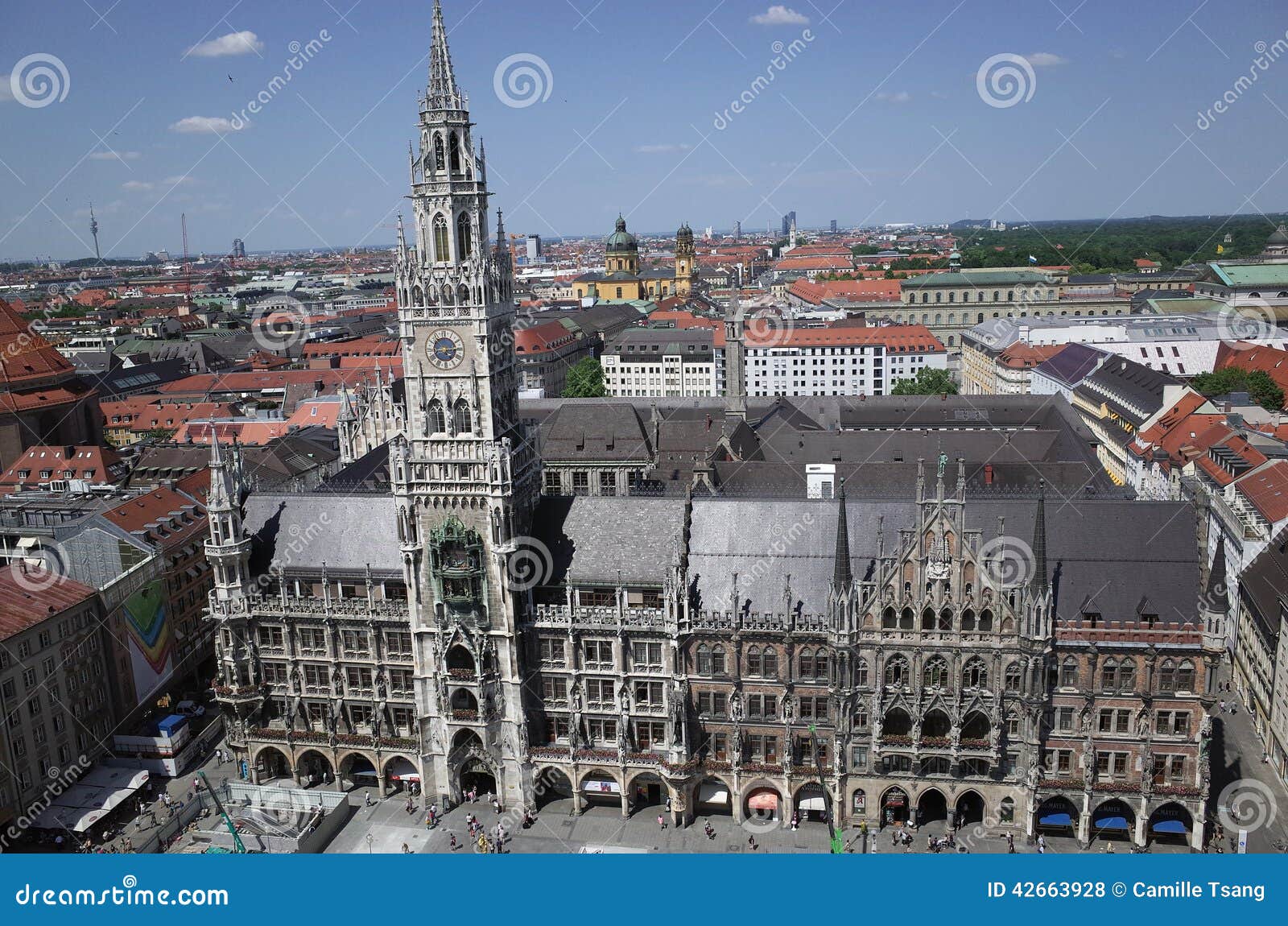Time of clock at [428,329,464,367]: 5:14
